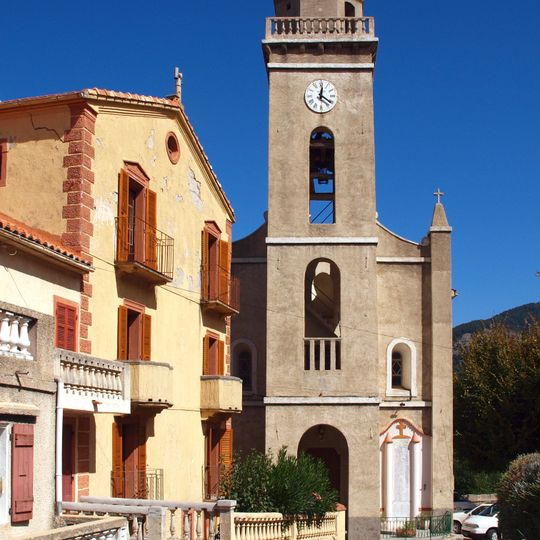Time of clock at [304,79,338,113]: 12:20
